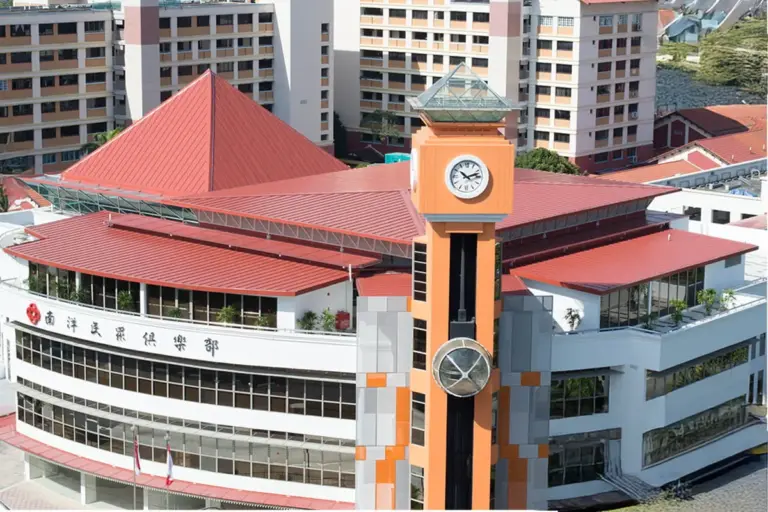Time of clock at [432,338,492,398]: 9:07
